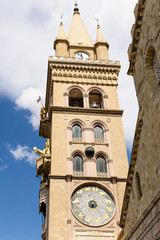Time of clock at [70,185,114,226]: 3:35
